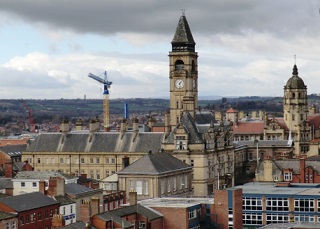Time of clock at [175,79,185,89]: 1:28
